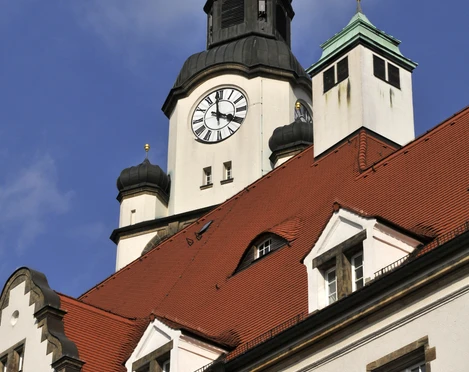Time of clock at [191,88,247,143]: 3:58
